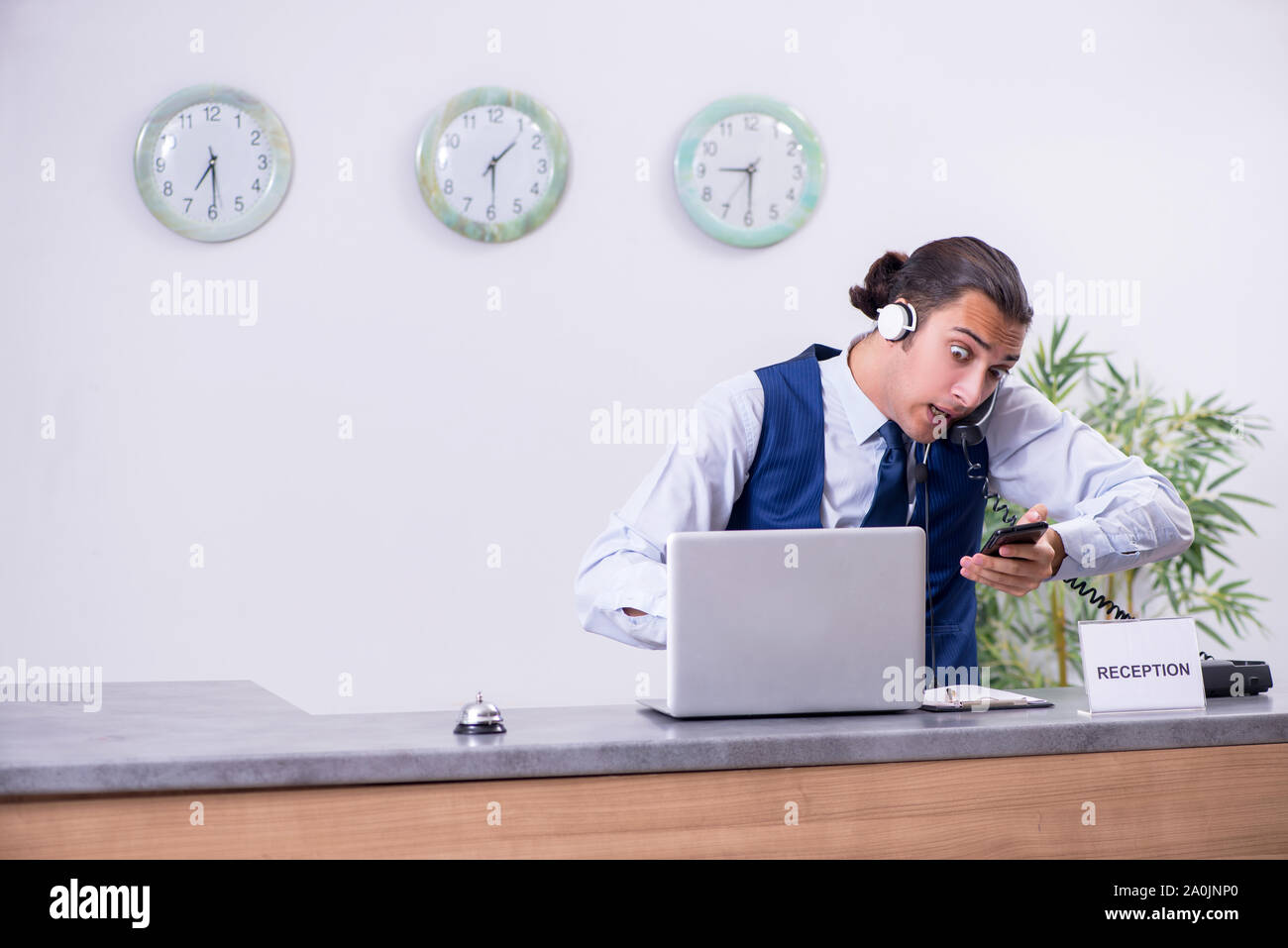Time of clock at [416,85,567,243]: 1:29
